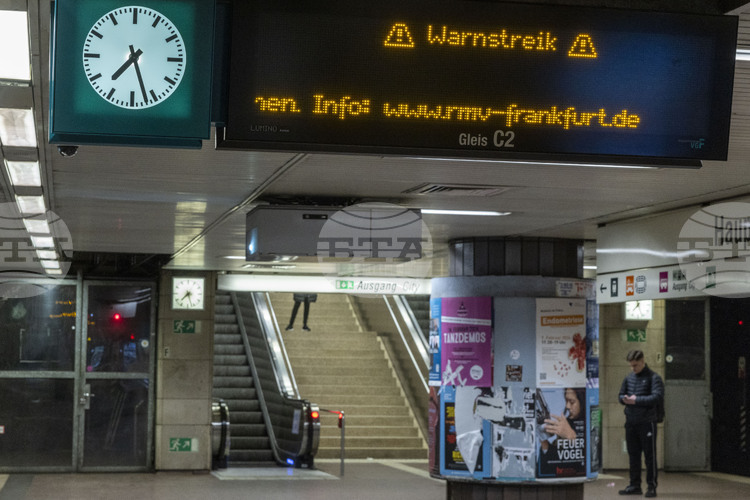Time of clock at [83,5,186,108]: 7:27
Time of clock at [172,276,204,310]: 7:27
